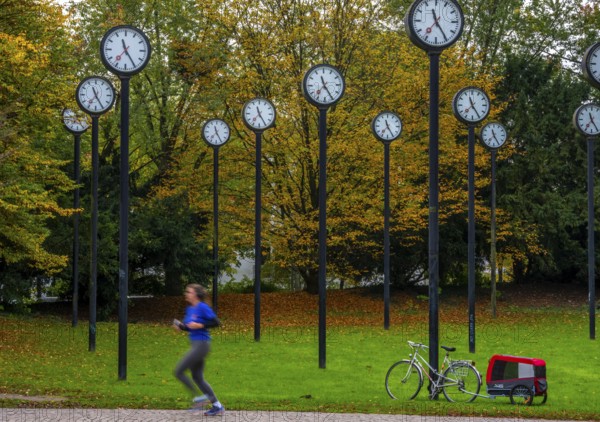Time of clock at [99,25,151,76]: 11:24
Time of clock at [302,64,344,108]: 11:25
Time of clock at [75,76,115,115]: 11:25
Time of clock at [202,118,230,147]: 11:25
